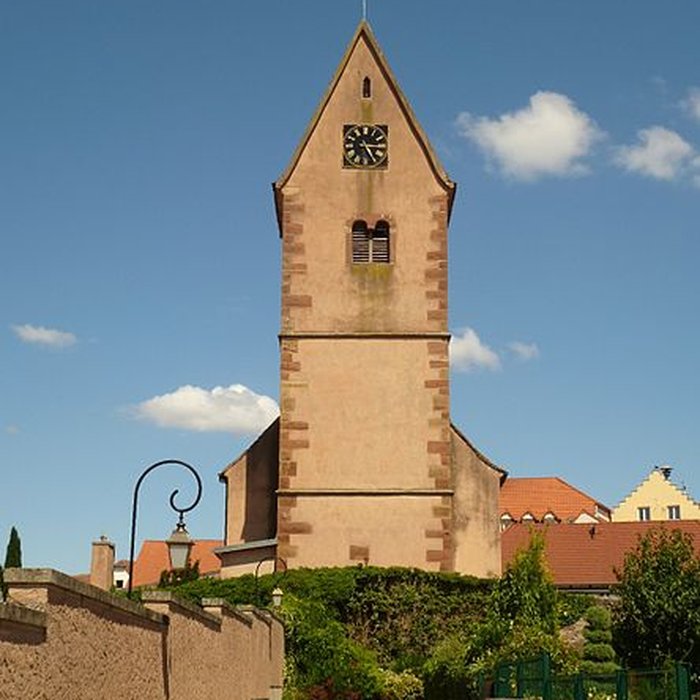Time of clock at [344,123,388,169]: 5:15
